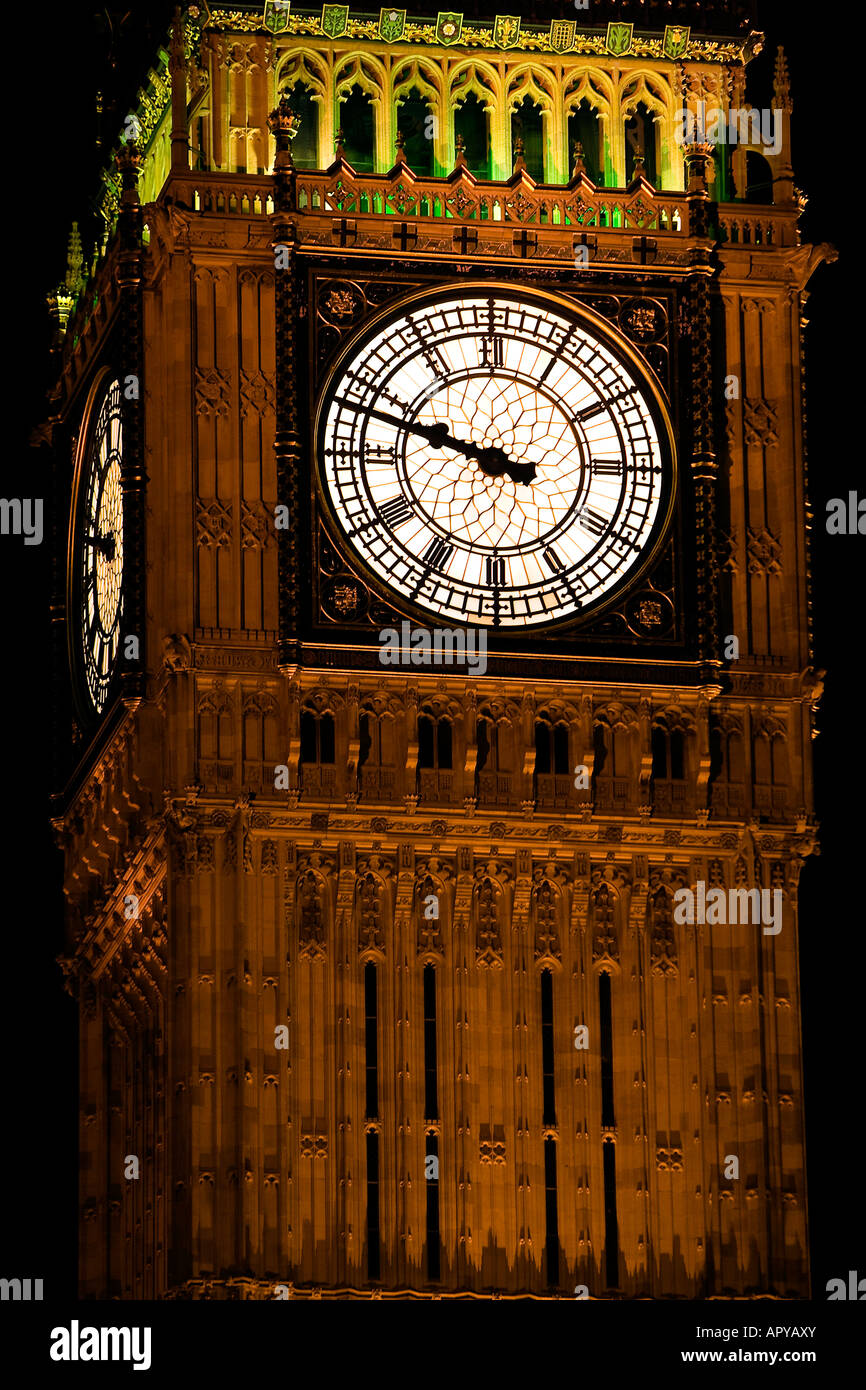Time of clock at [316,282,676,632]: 9:47
